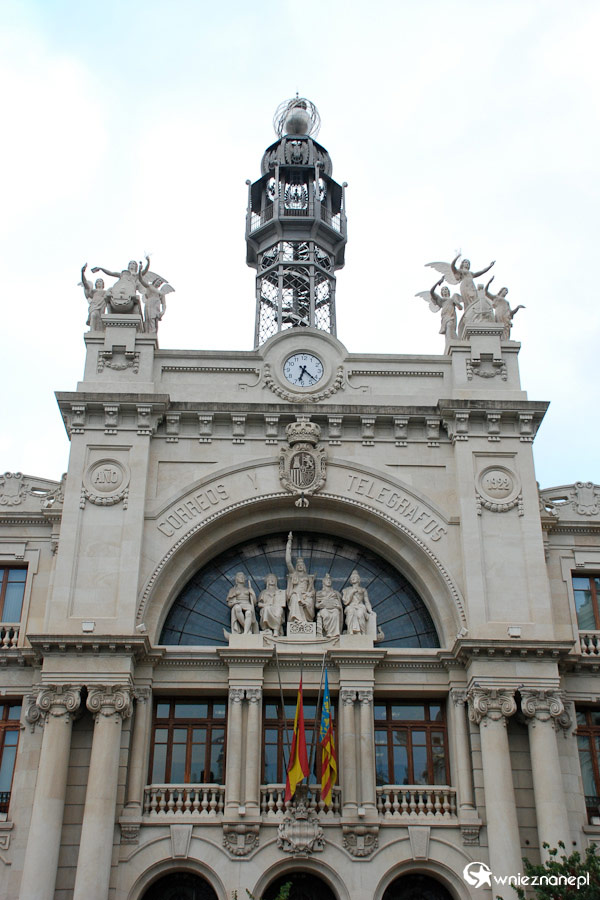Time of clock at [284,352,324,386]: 6:22
